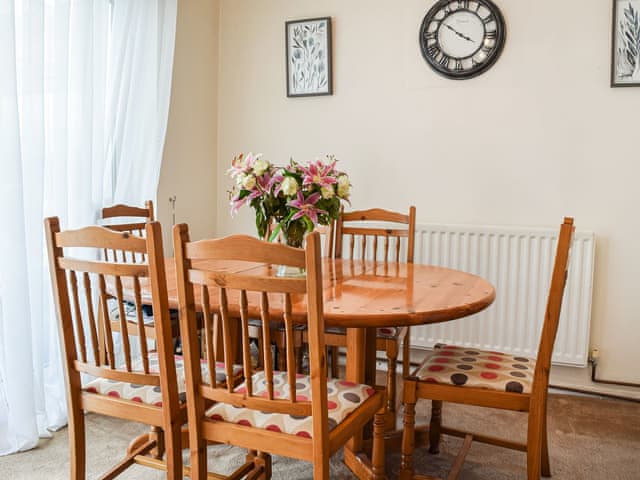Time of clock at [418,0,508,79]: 3:50
